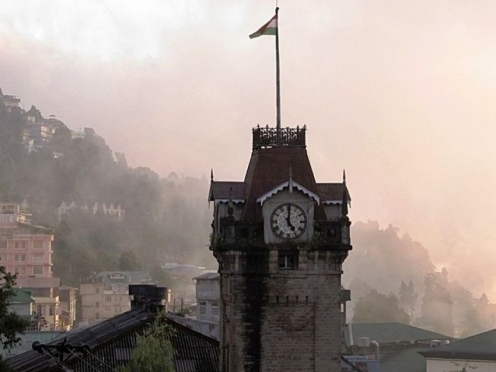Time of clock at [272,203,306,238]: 5:00
